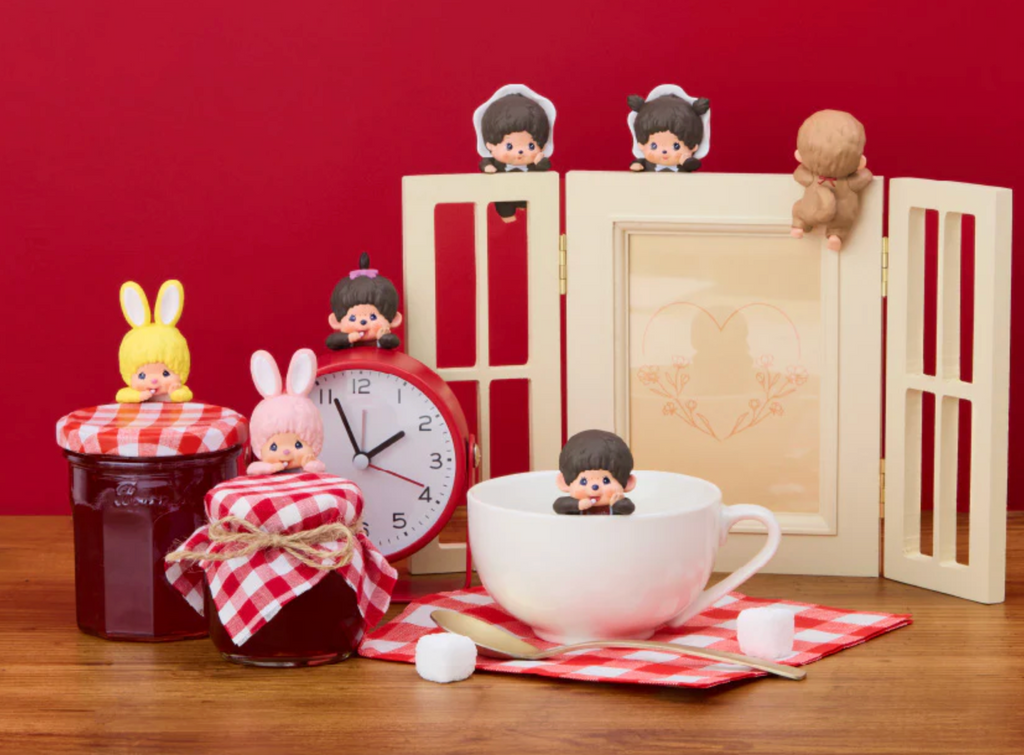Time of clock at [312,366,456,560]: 1:56
